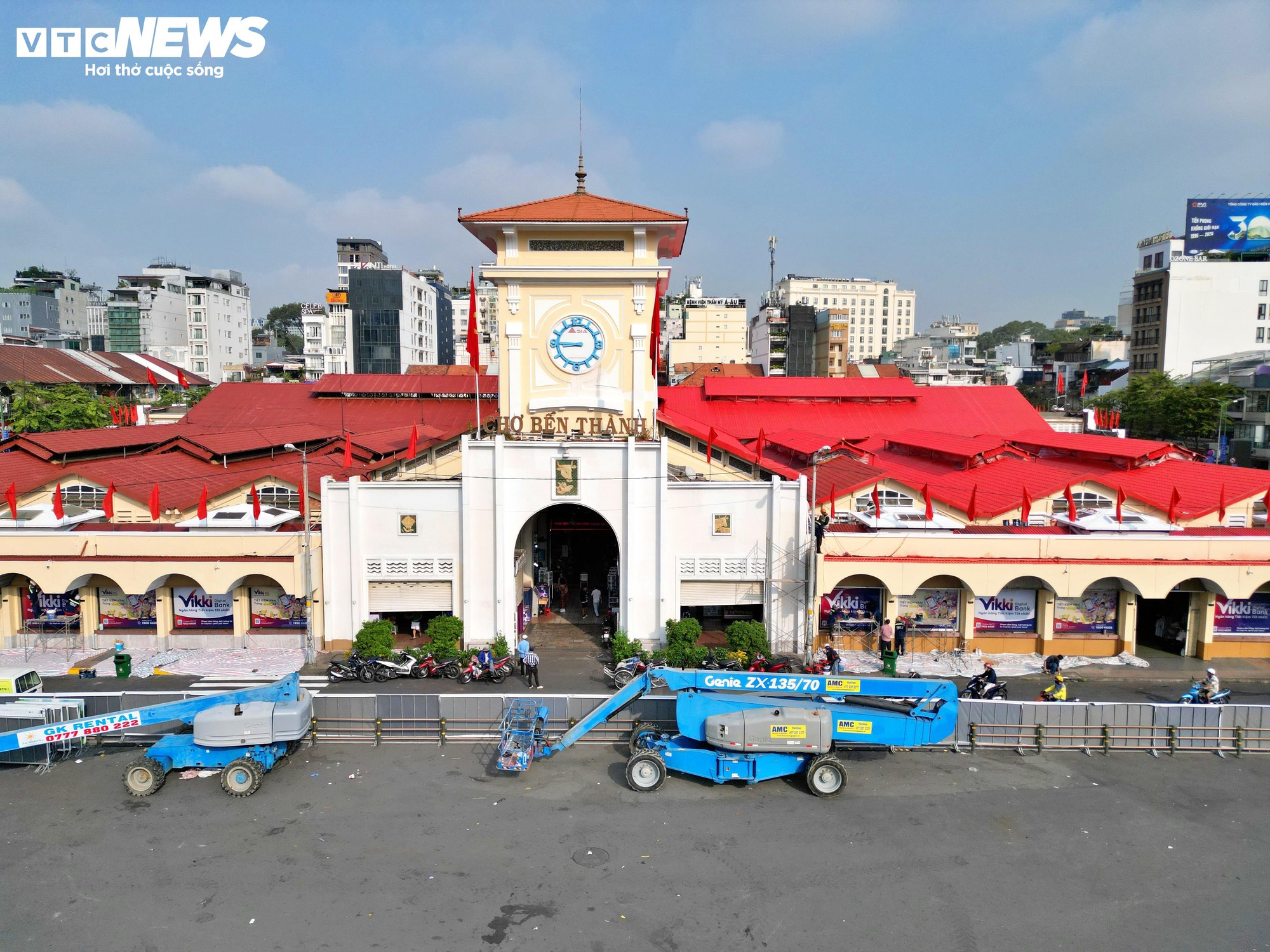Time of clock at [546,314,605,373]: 8:45
